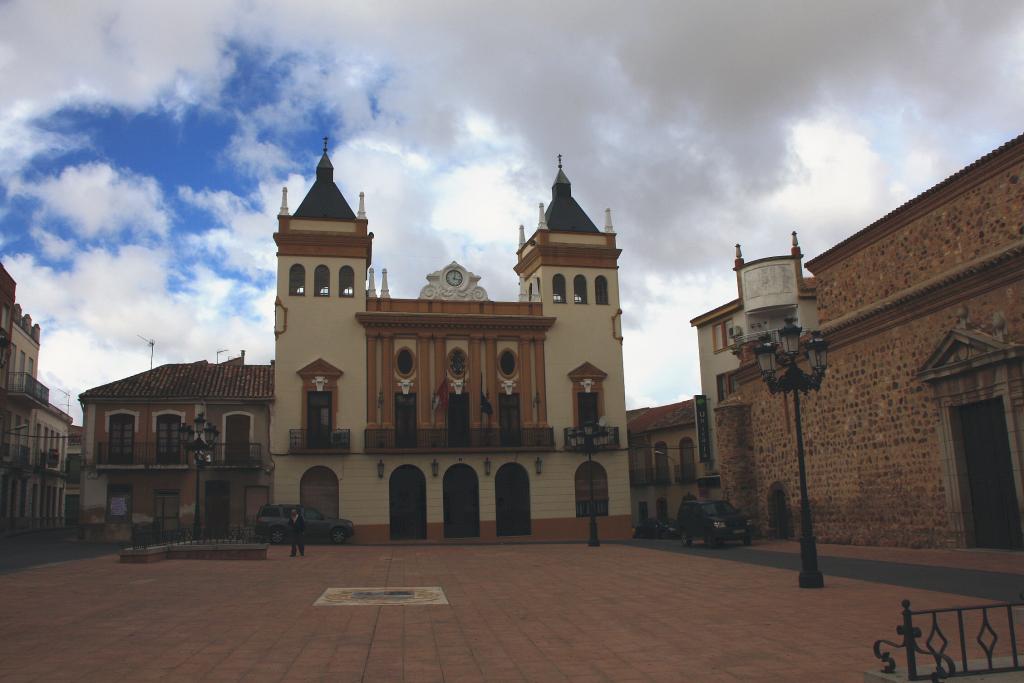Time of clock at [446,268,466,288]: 12:16
